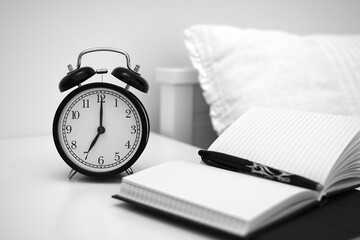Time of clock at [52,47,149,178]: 7:00
